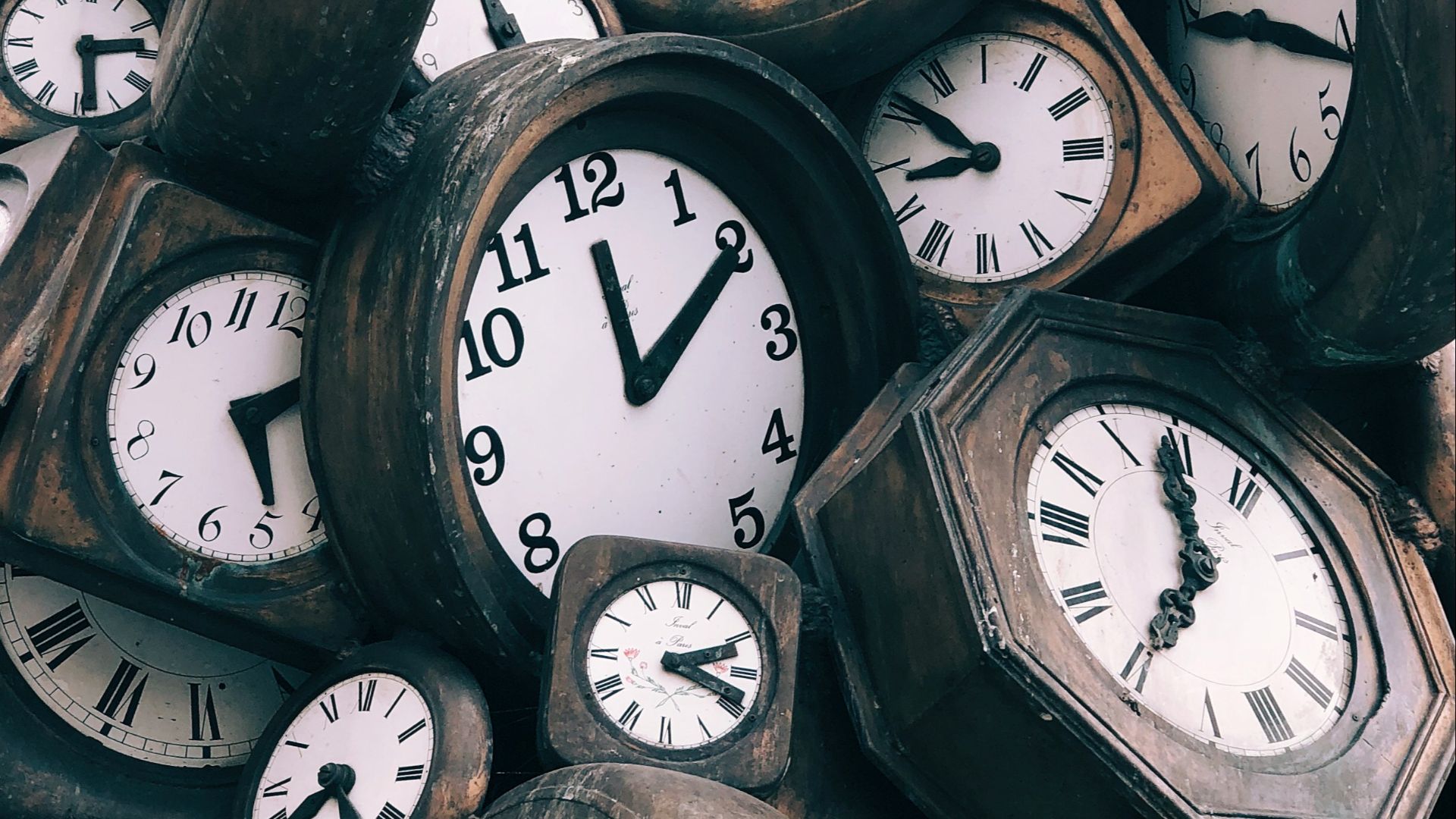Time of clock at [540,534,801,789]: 2:18
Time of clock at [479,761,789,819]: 2:18
